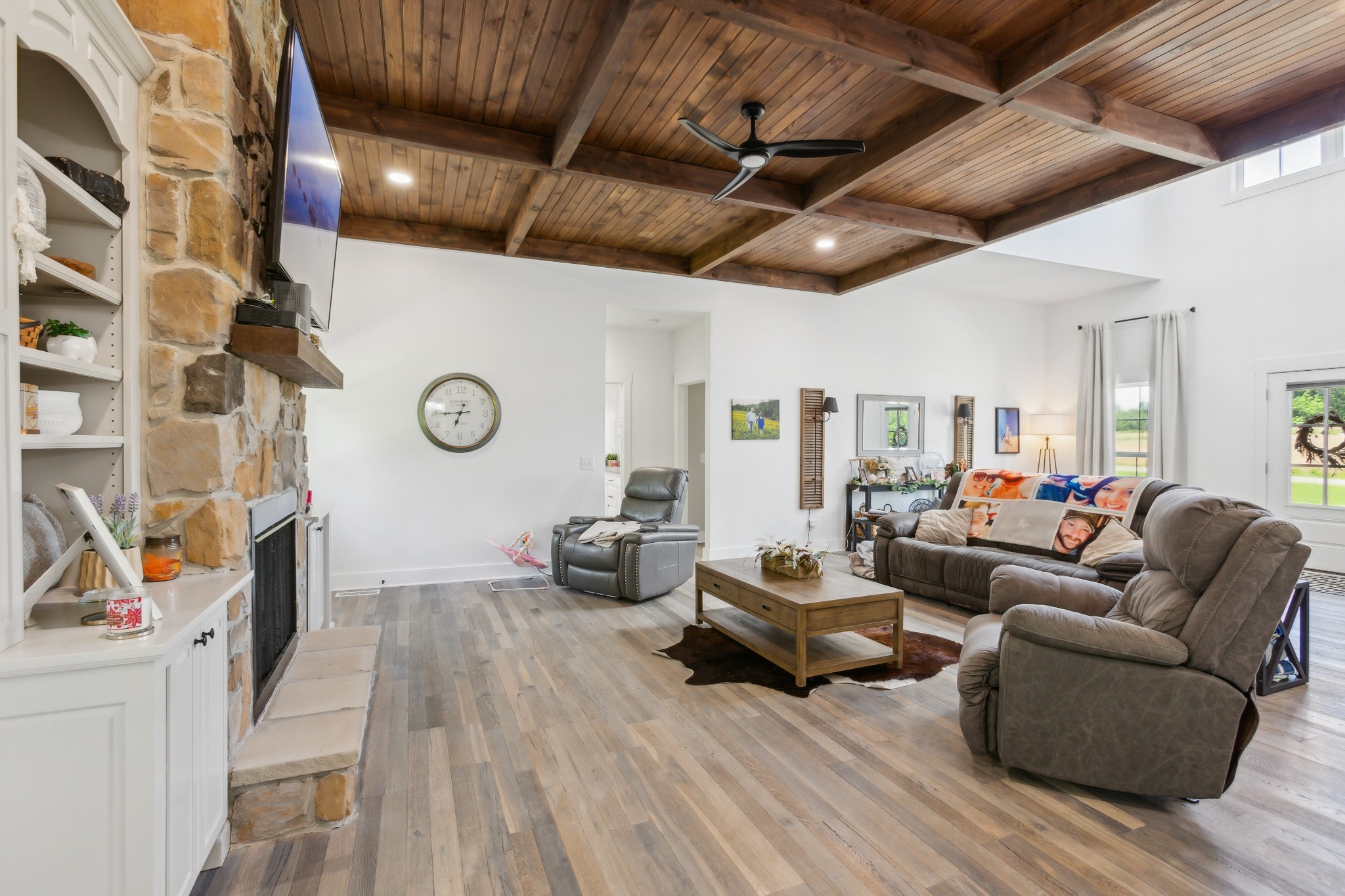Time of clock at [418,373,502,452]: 6:44
